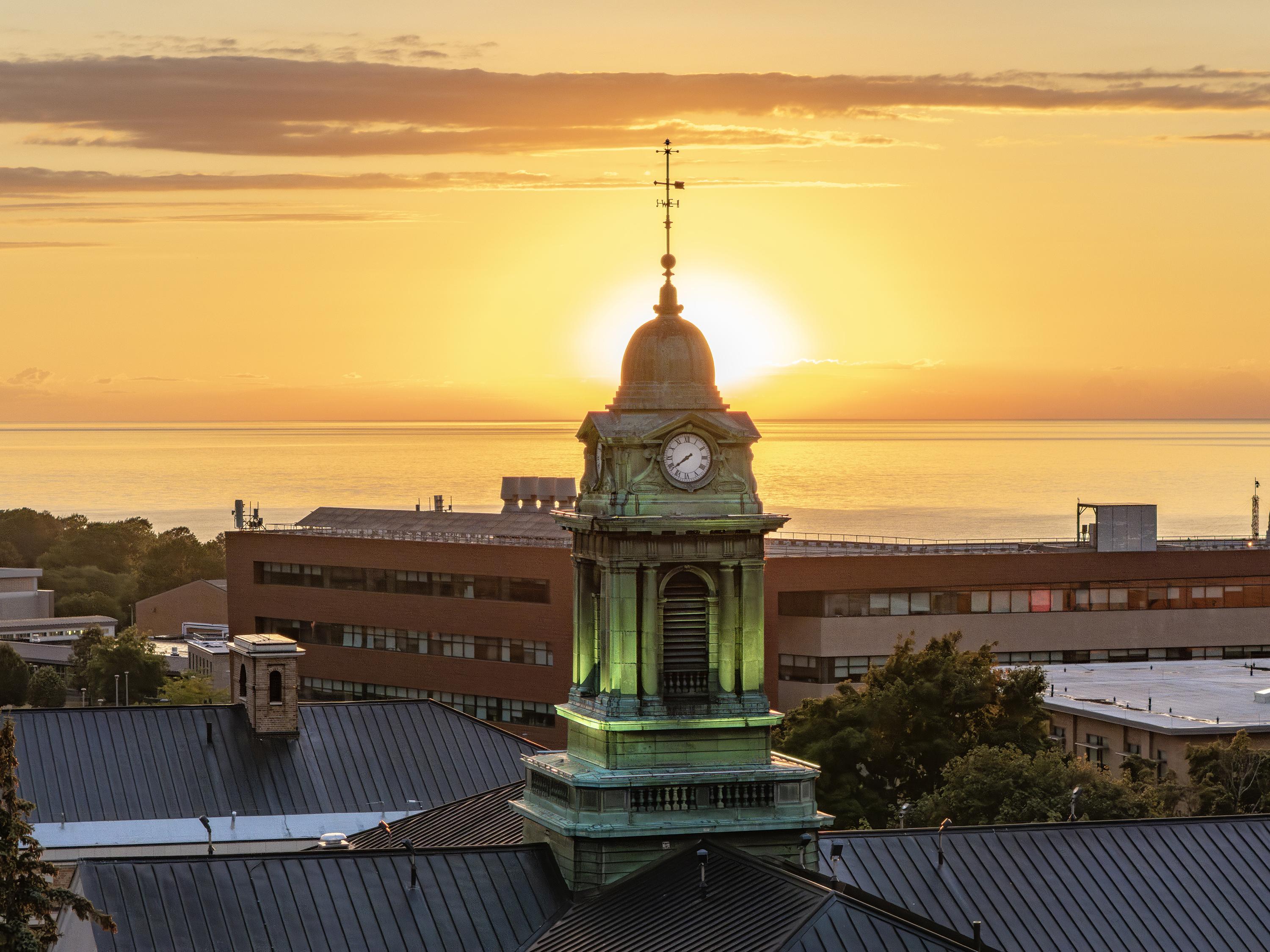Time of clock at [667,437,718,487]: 7:38
